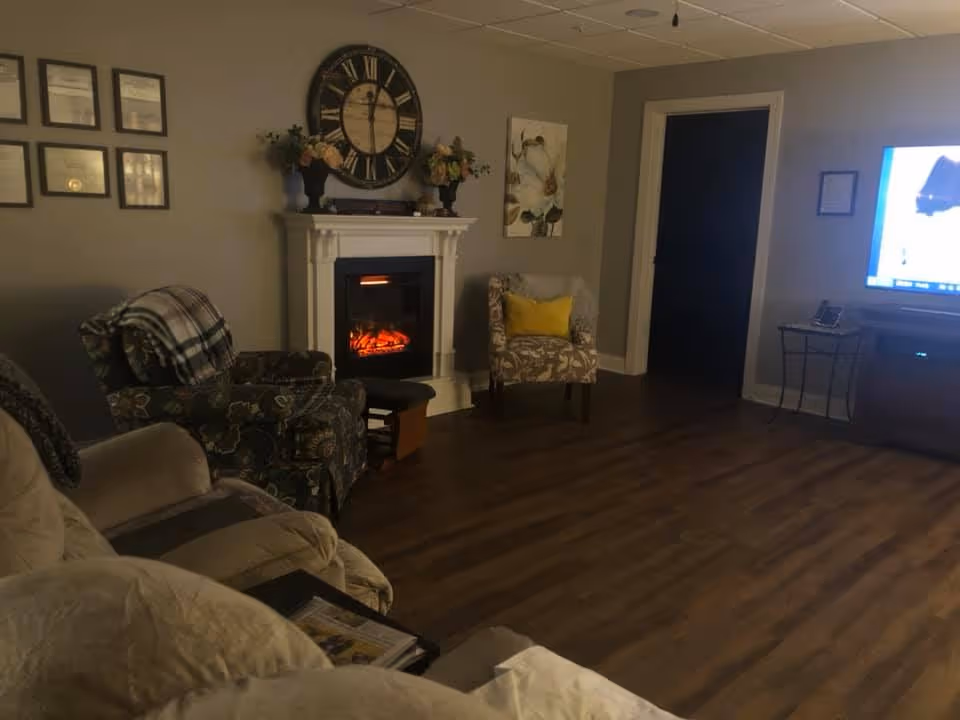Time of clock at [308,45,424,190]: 12:28
